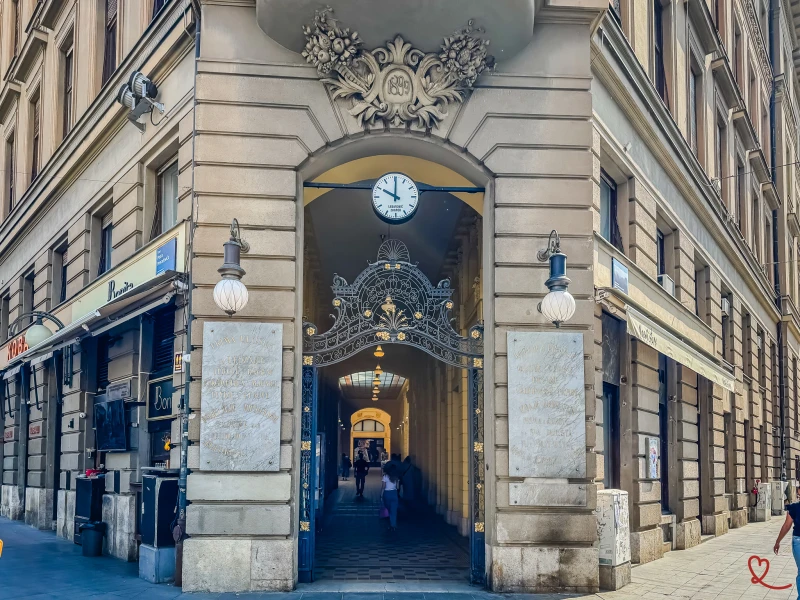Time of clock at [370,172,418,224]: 10:00
